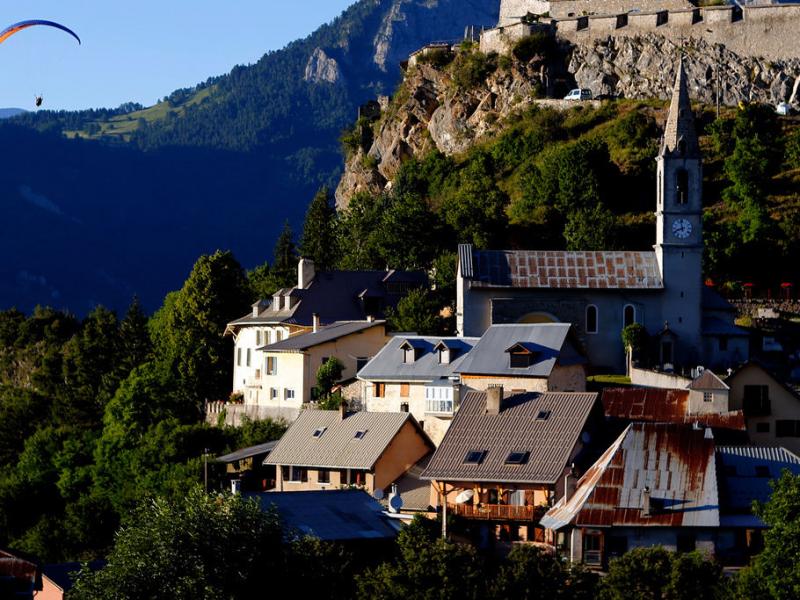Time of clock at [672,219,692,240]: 11:41
